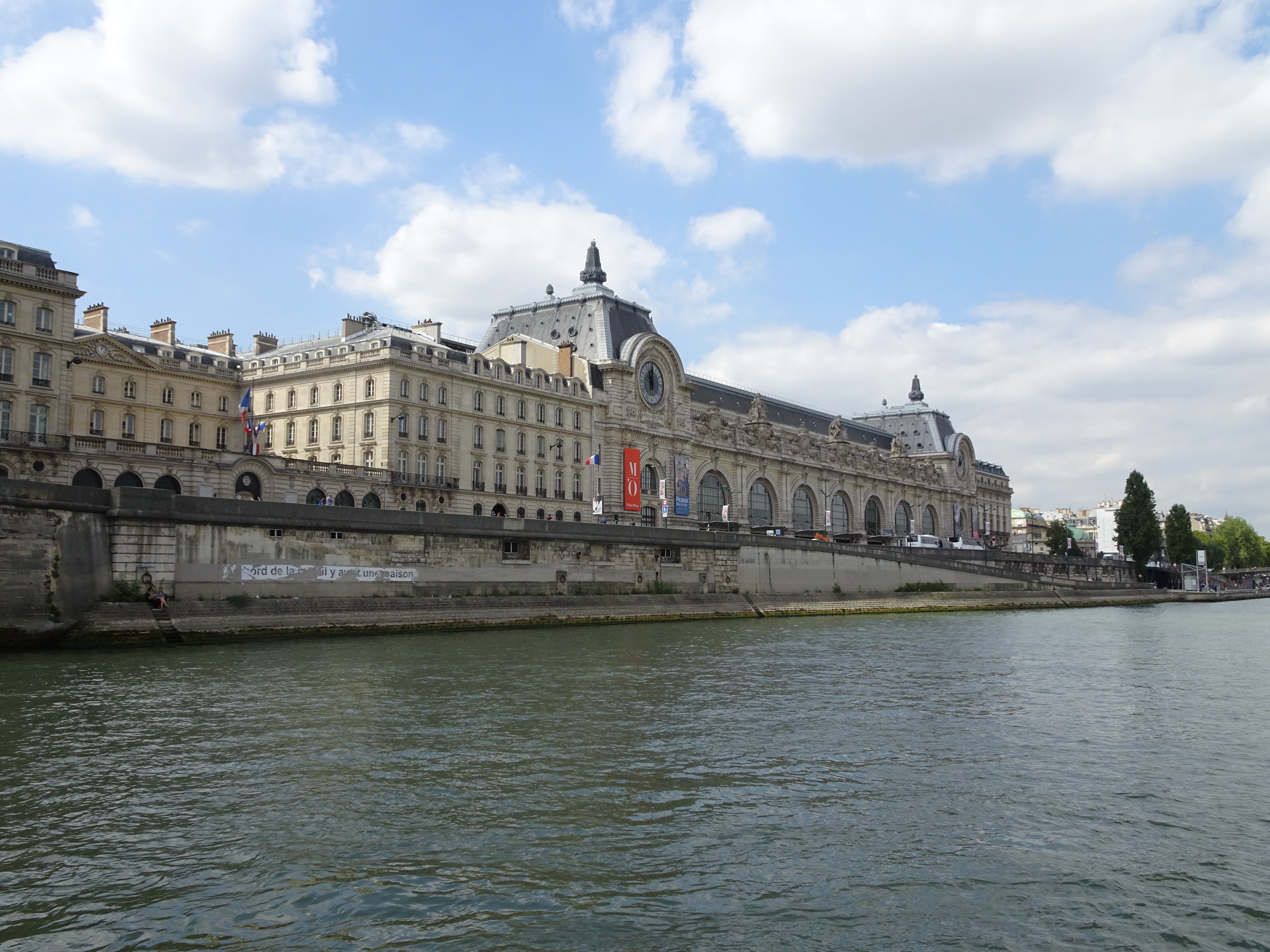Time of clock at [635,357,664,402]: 11:00
